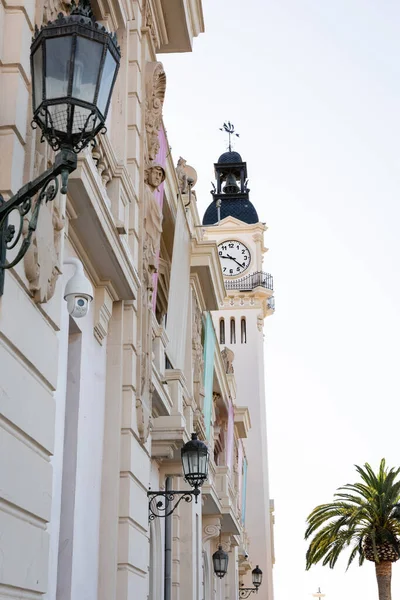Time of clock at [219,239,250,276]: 9:21
